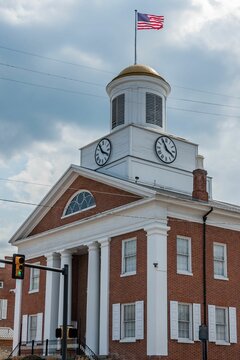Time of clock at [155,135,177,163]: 3:55
